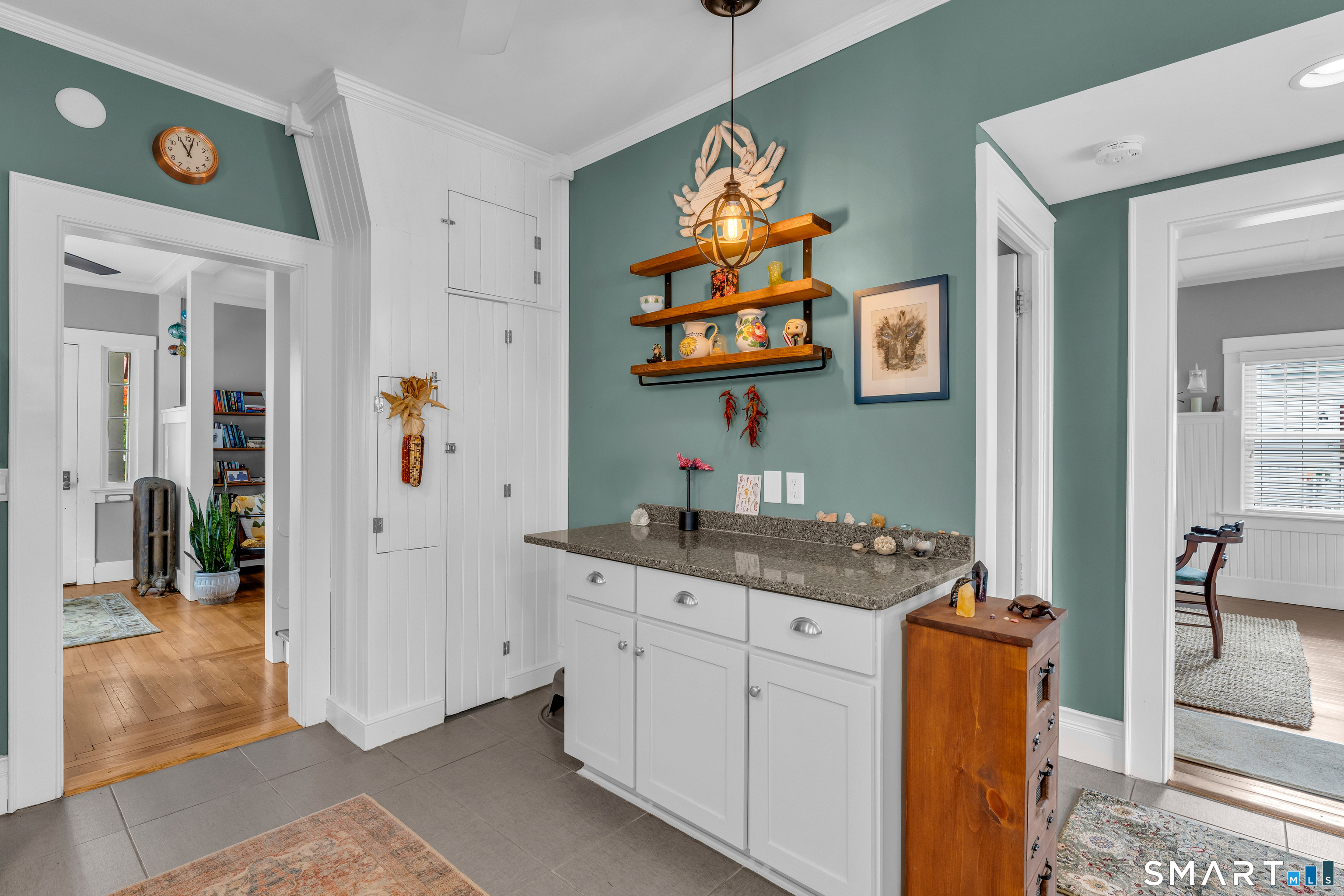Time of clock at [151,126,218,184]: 11:02
